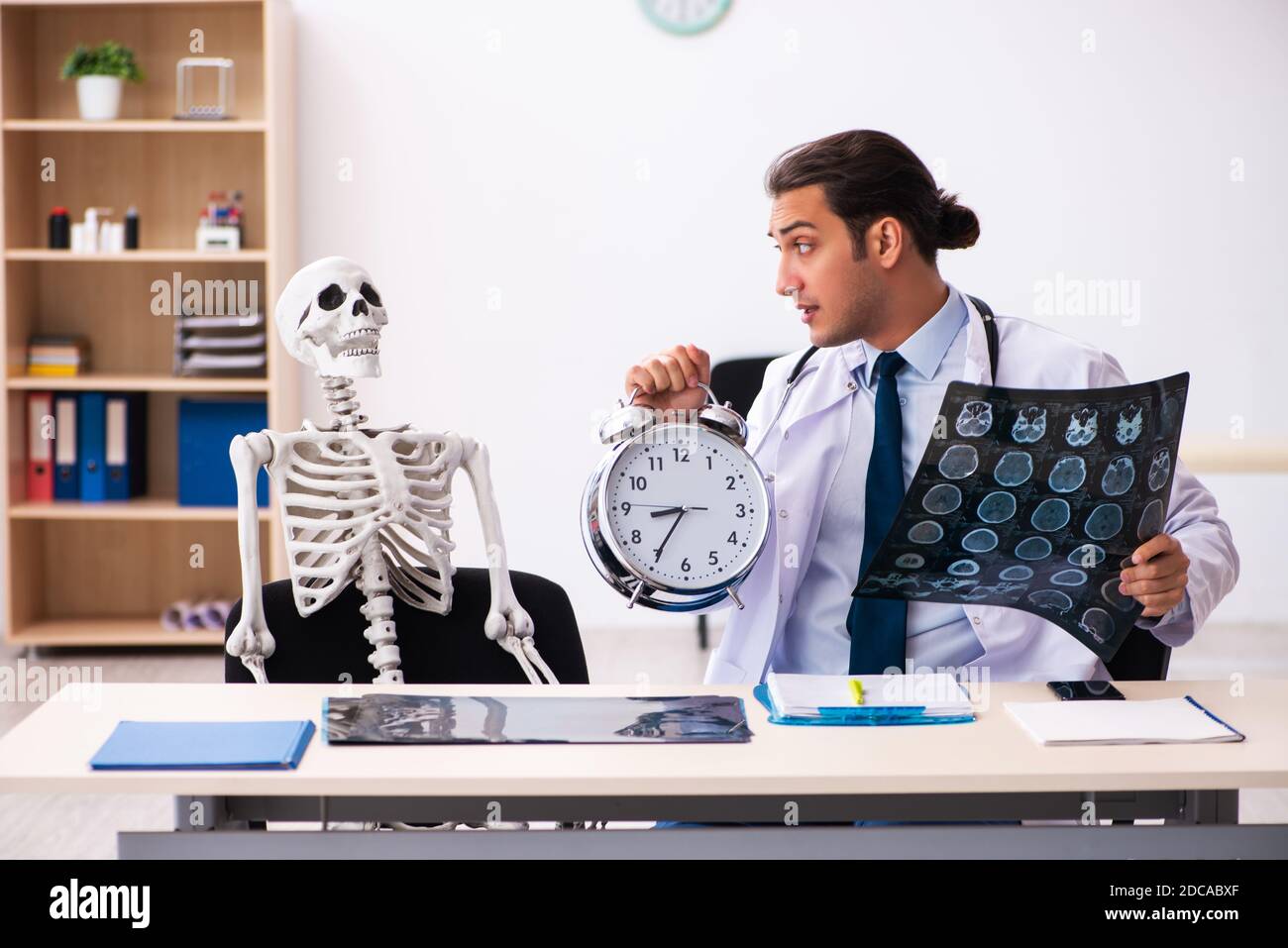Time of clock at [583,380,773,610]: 8:35
